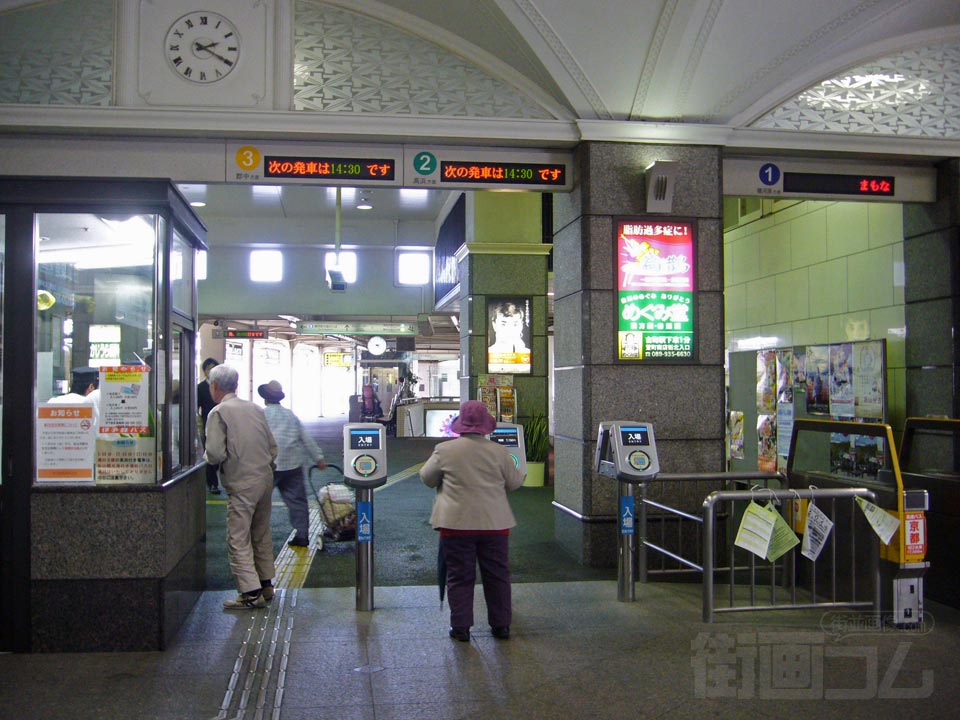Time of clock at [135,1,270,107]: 2:20
